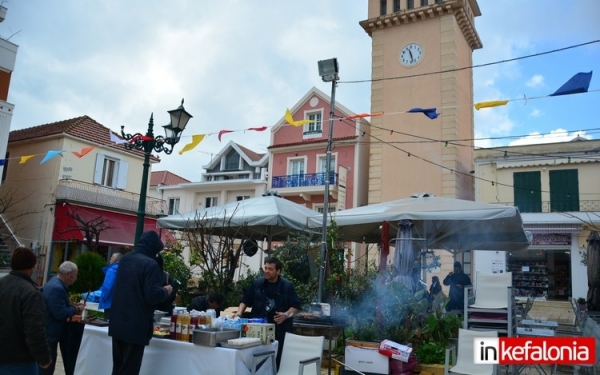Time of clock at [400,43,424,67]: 11:28
